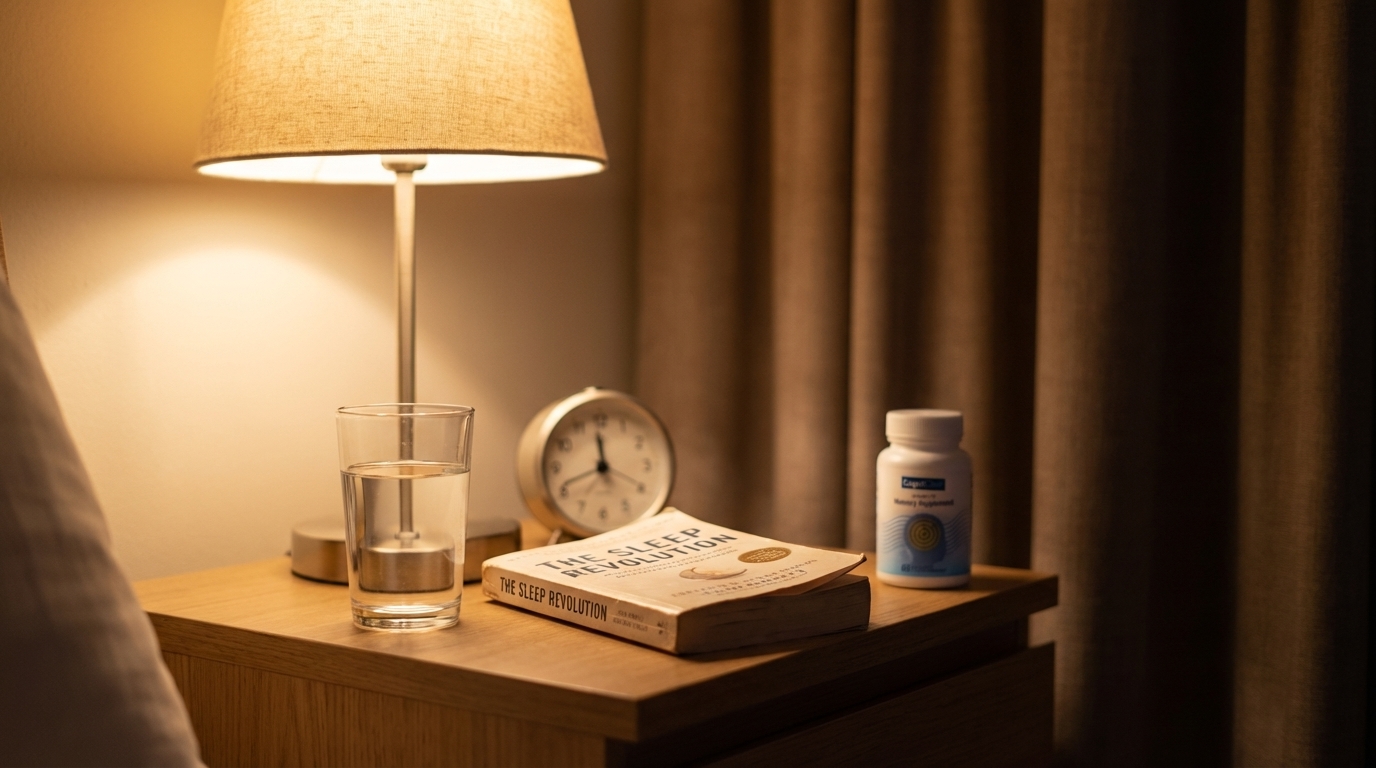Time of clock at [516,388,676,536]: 11:41
